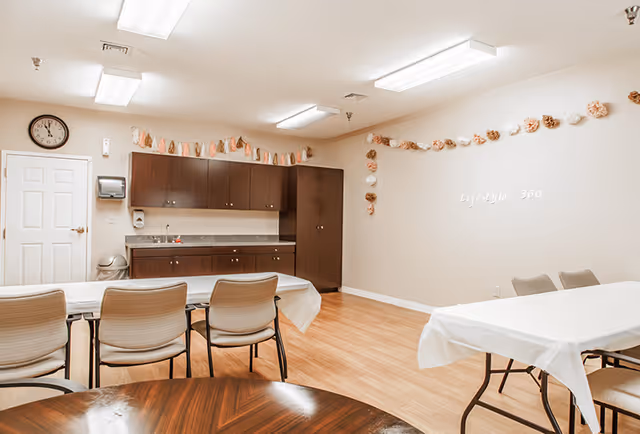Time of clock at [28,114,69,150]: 11:00
